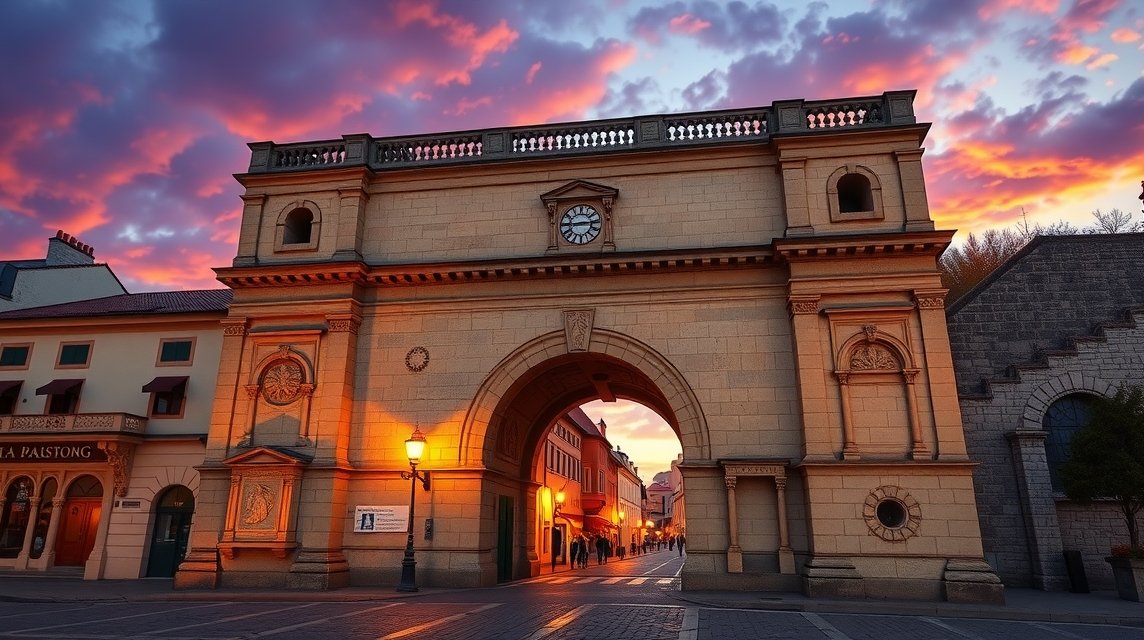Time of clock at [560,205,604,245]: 2:44
